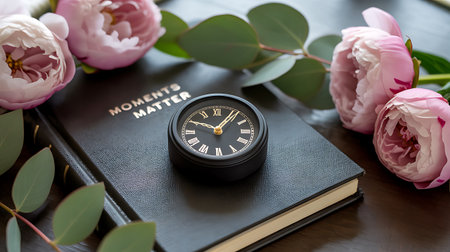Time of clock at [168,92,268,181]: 10:06
